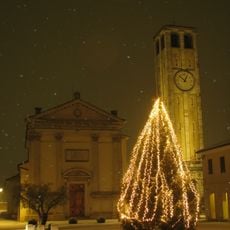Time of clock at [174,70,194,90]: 12:52
